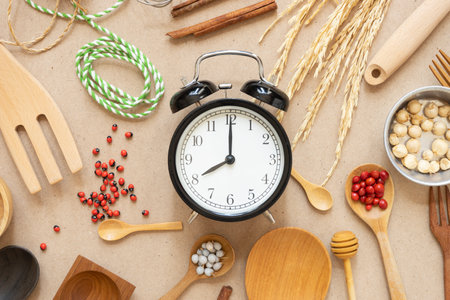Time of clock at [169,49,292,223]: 8:00
